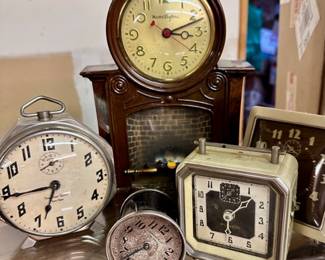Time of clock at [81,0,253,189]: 3:11
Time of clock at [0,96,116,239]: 6:44
